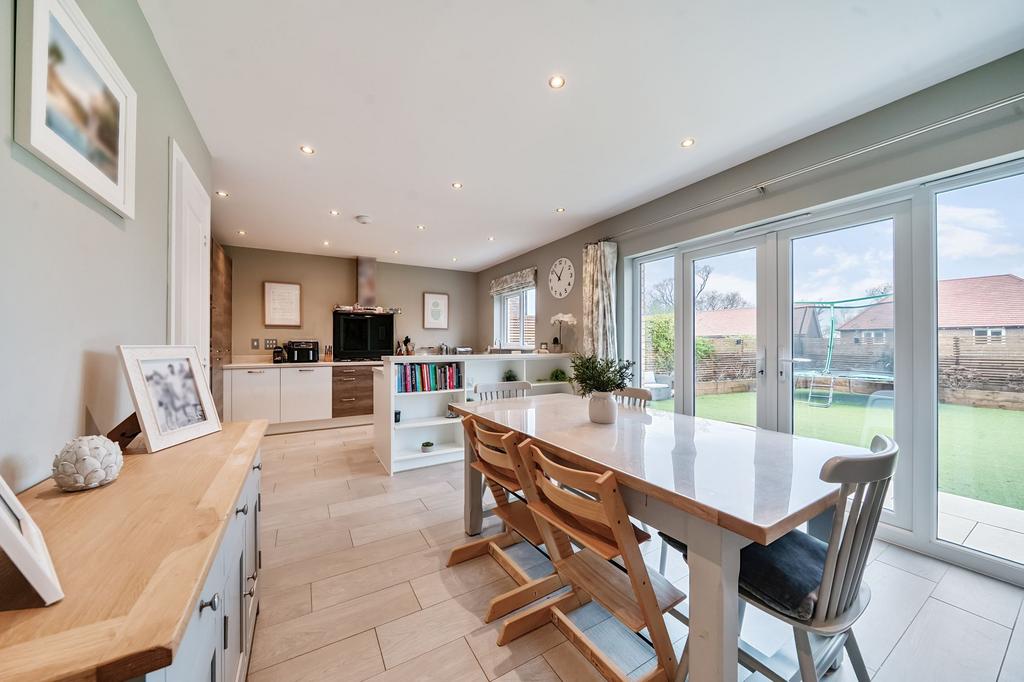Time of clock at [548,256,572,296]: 12:52
